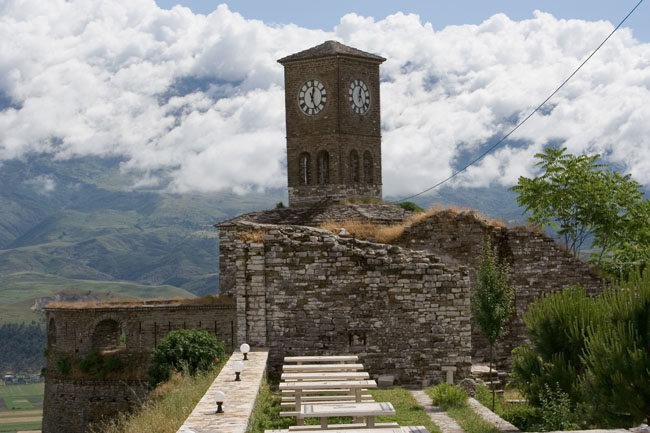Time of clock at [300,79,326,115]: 12:26
